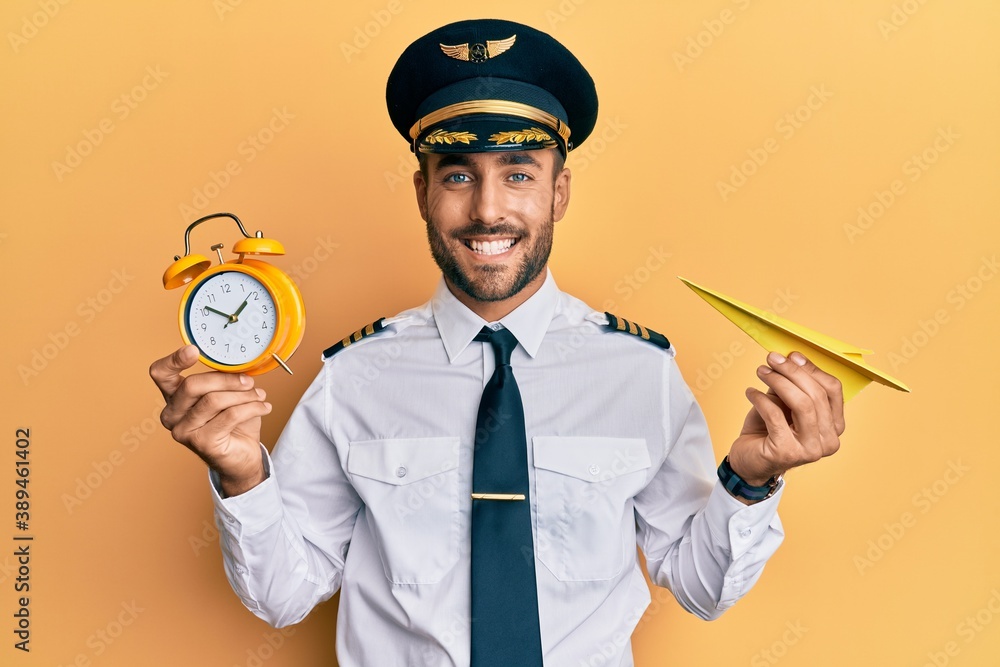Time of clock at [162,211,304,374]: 1:51
